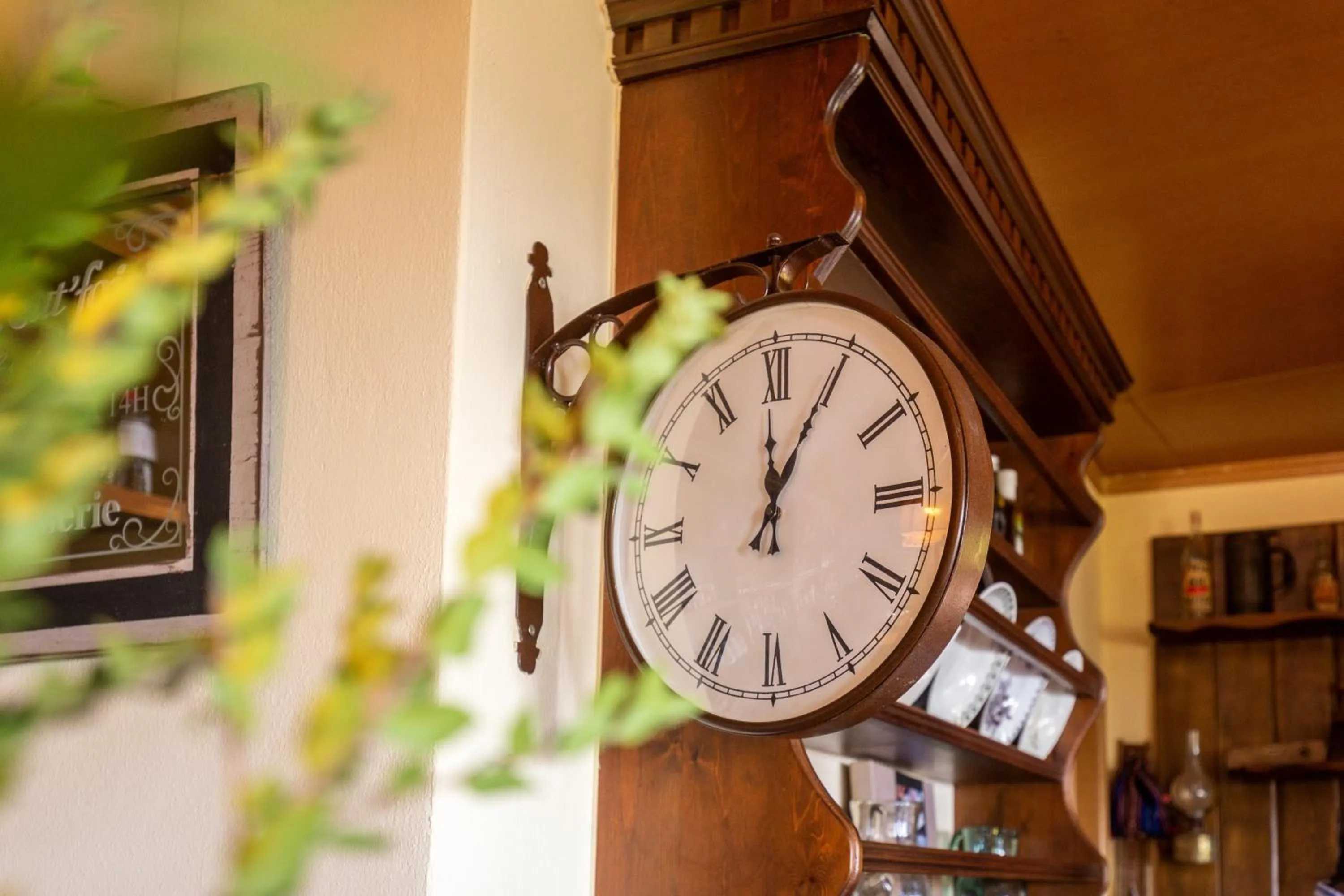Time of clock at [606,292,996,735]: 12:04
